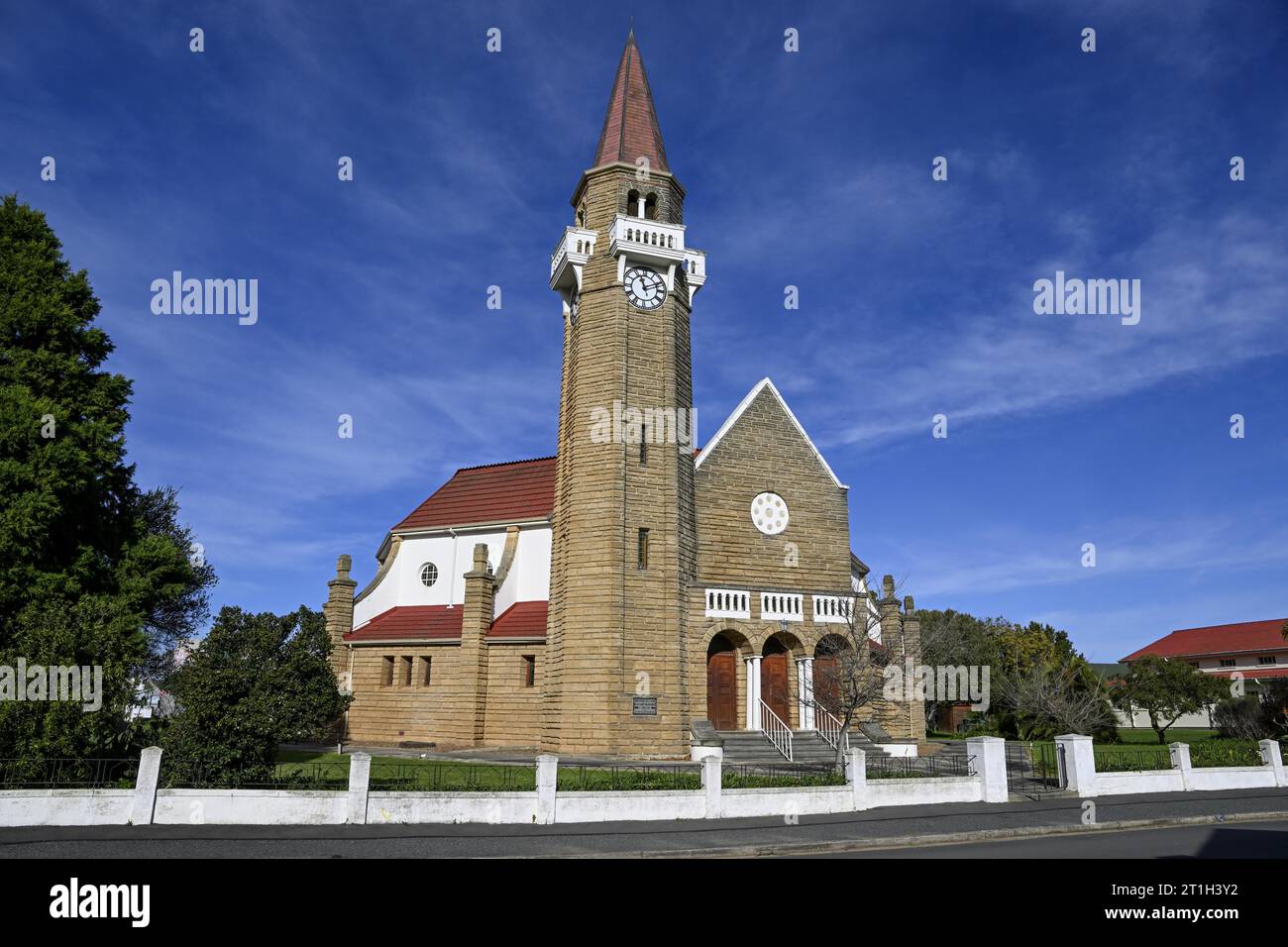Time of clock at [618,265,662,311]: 11:10
